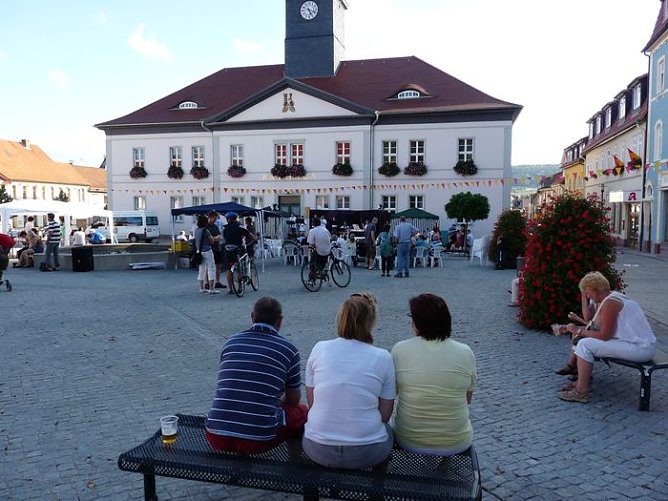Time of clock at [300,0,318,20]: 5:18
